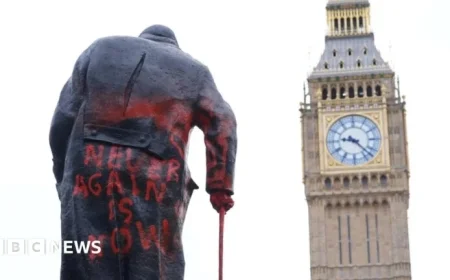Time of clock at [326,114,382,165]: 9:22
